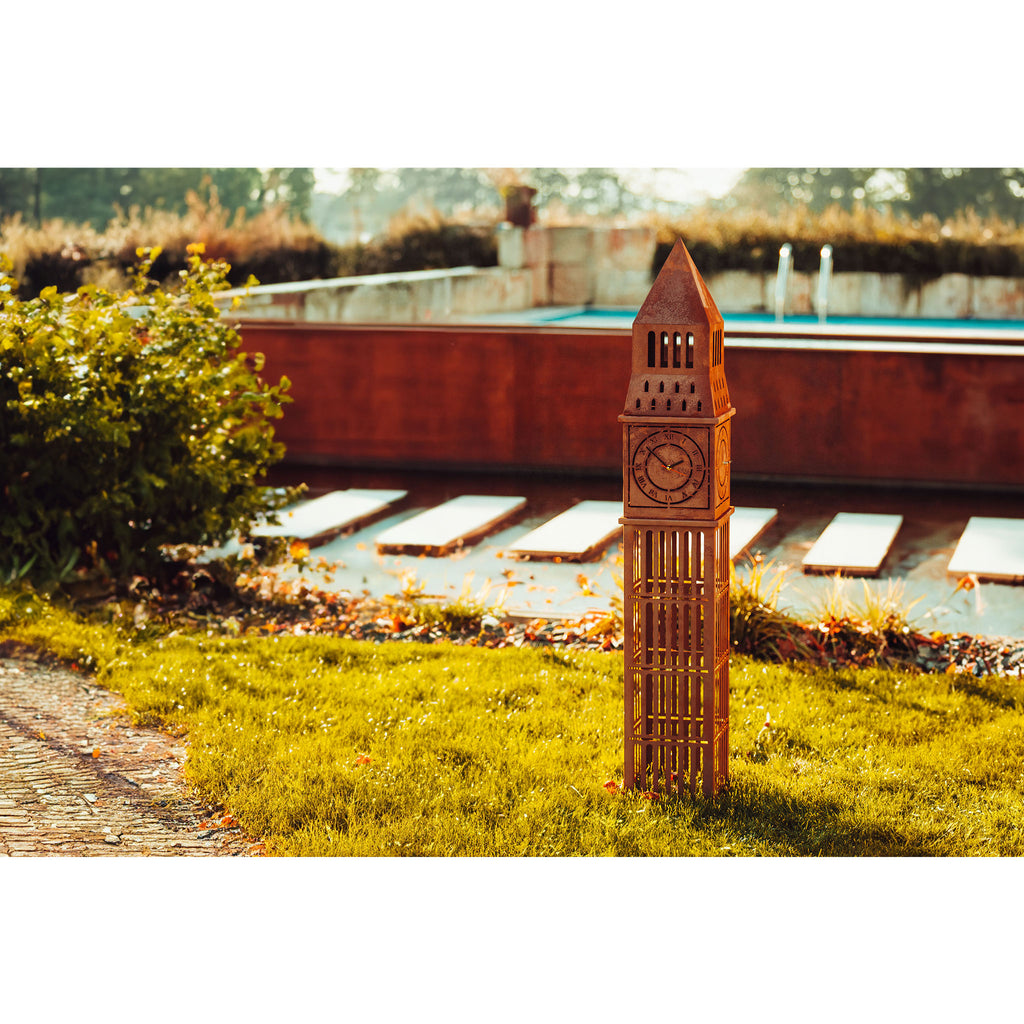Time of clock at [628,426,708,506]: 1:52
